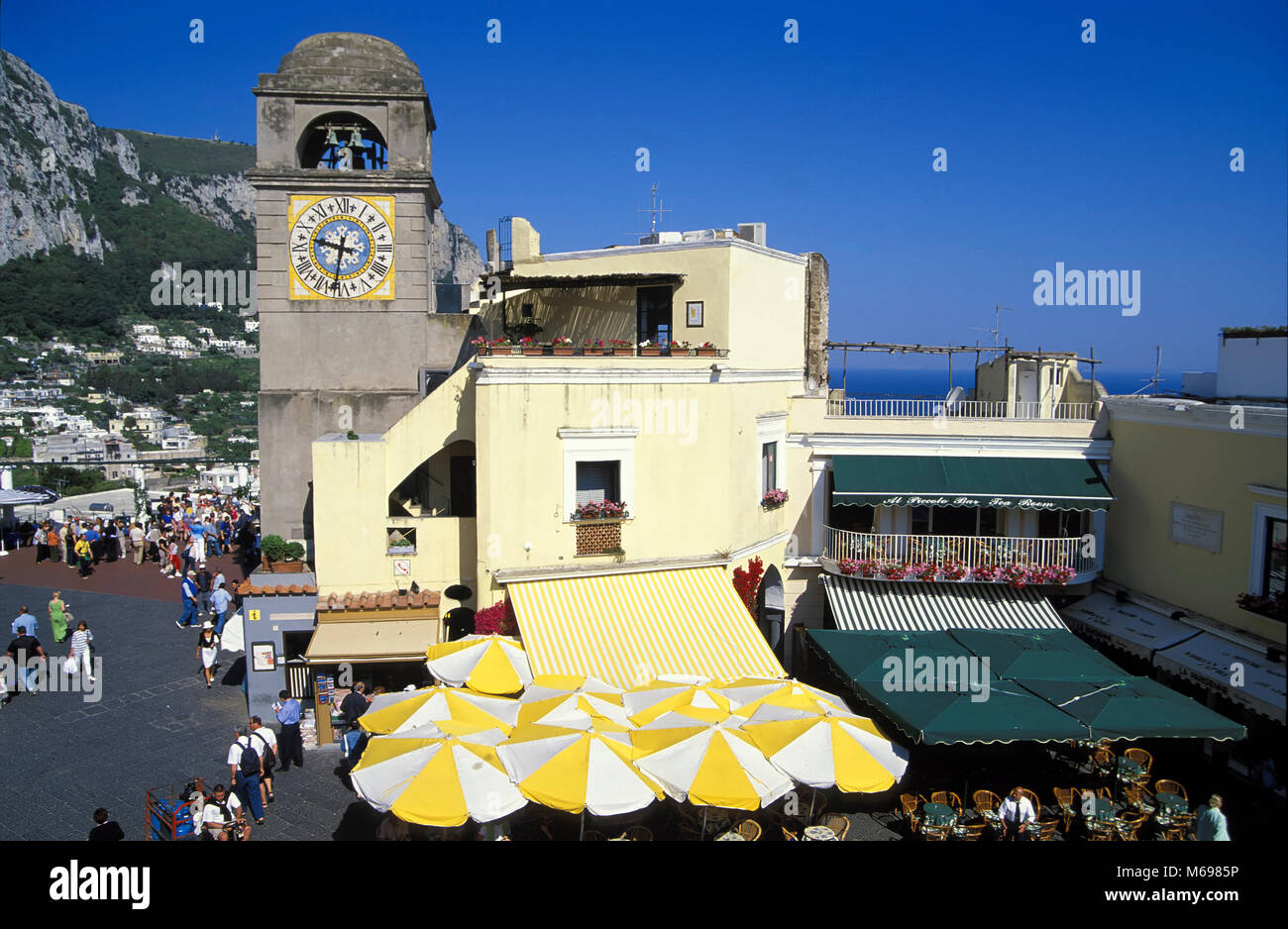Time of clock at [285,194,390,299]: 9:31
